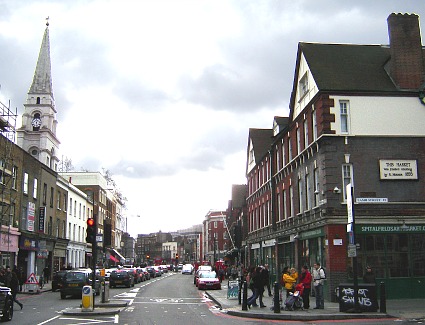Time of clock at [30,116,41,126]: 12:28
